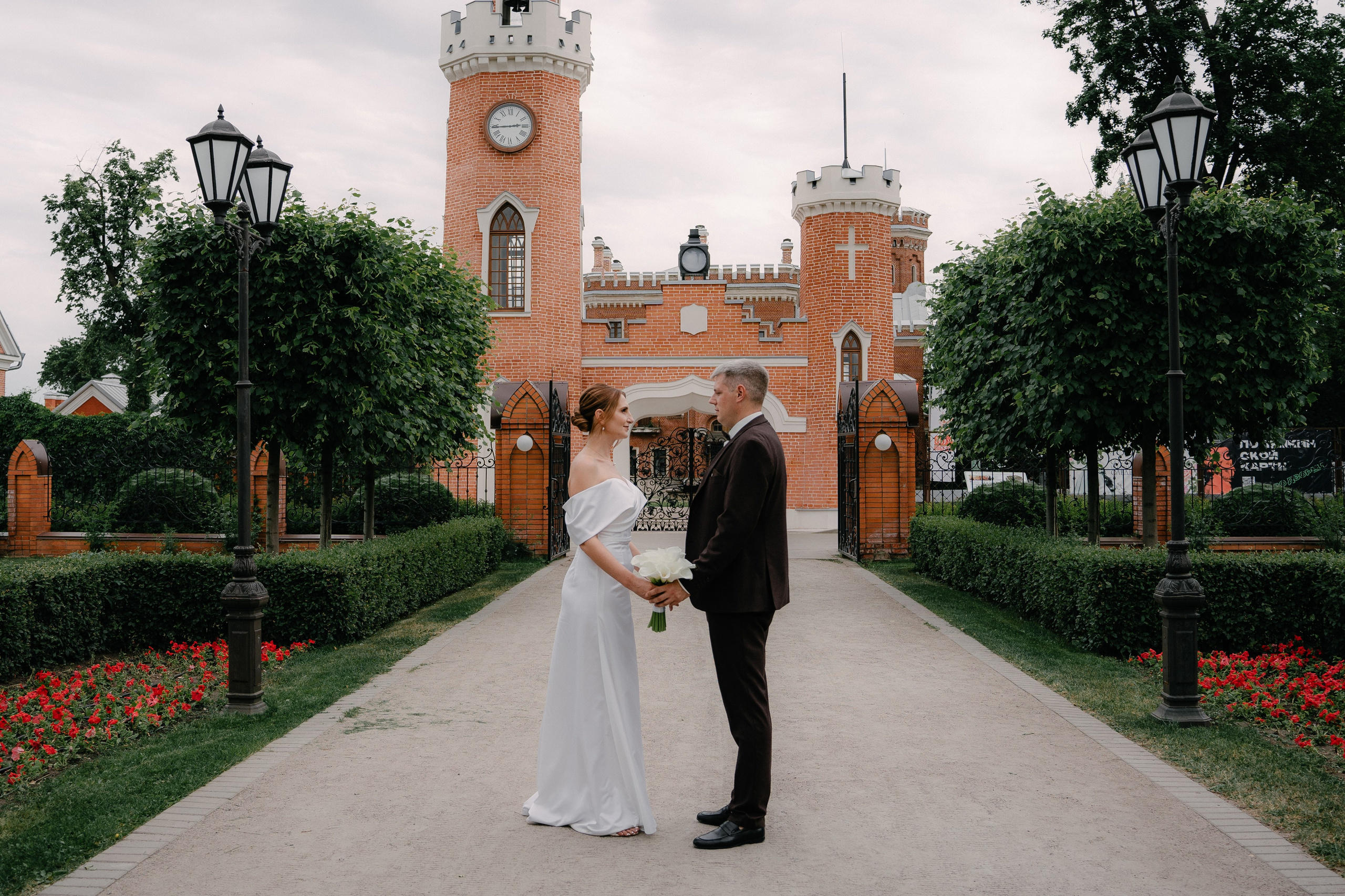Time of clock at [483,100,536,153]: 2:44
